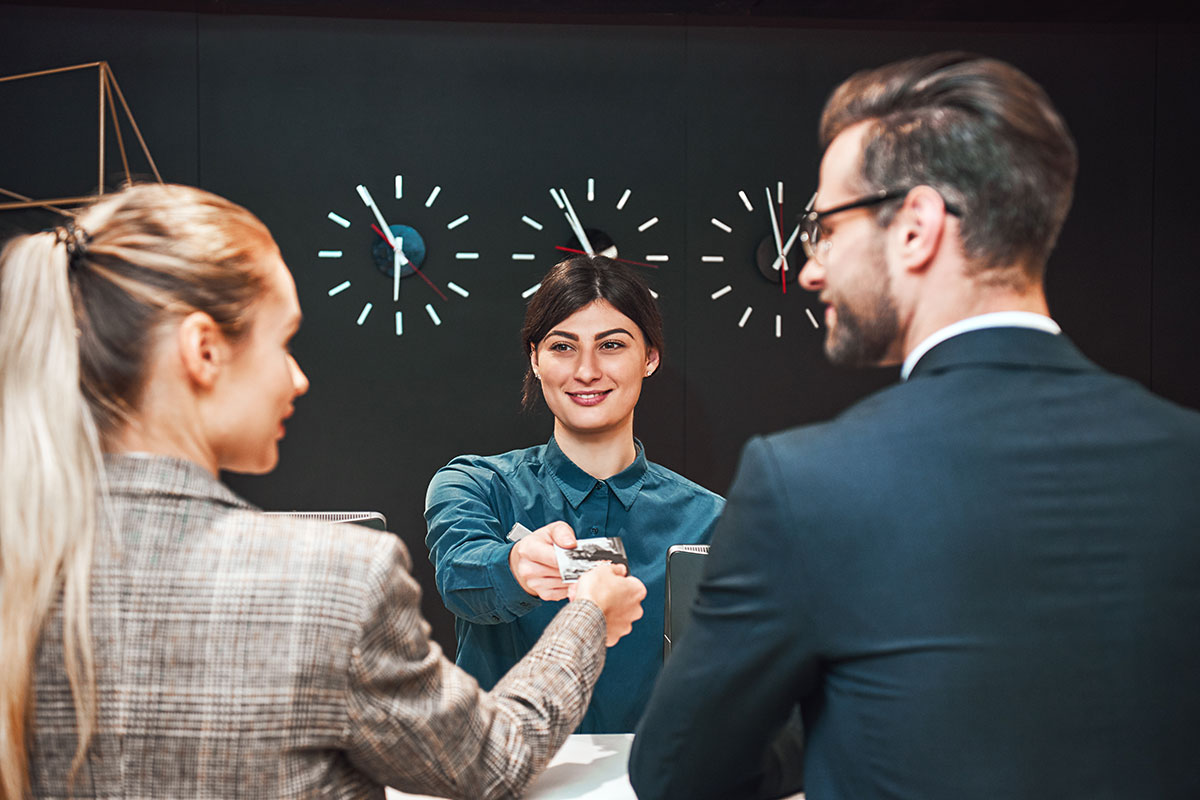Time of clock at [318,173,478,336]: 5:55
